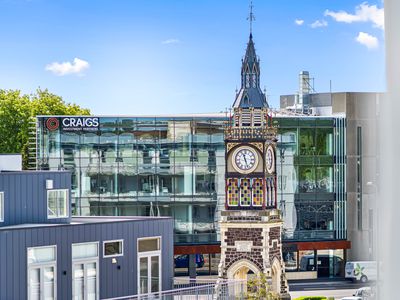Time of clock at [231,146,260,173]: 11:27
